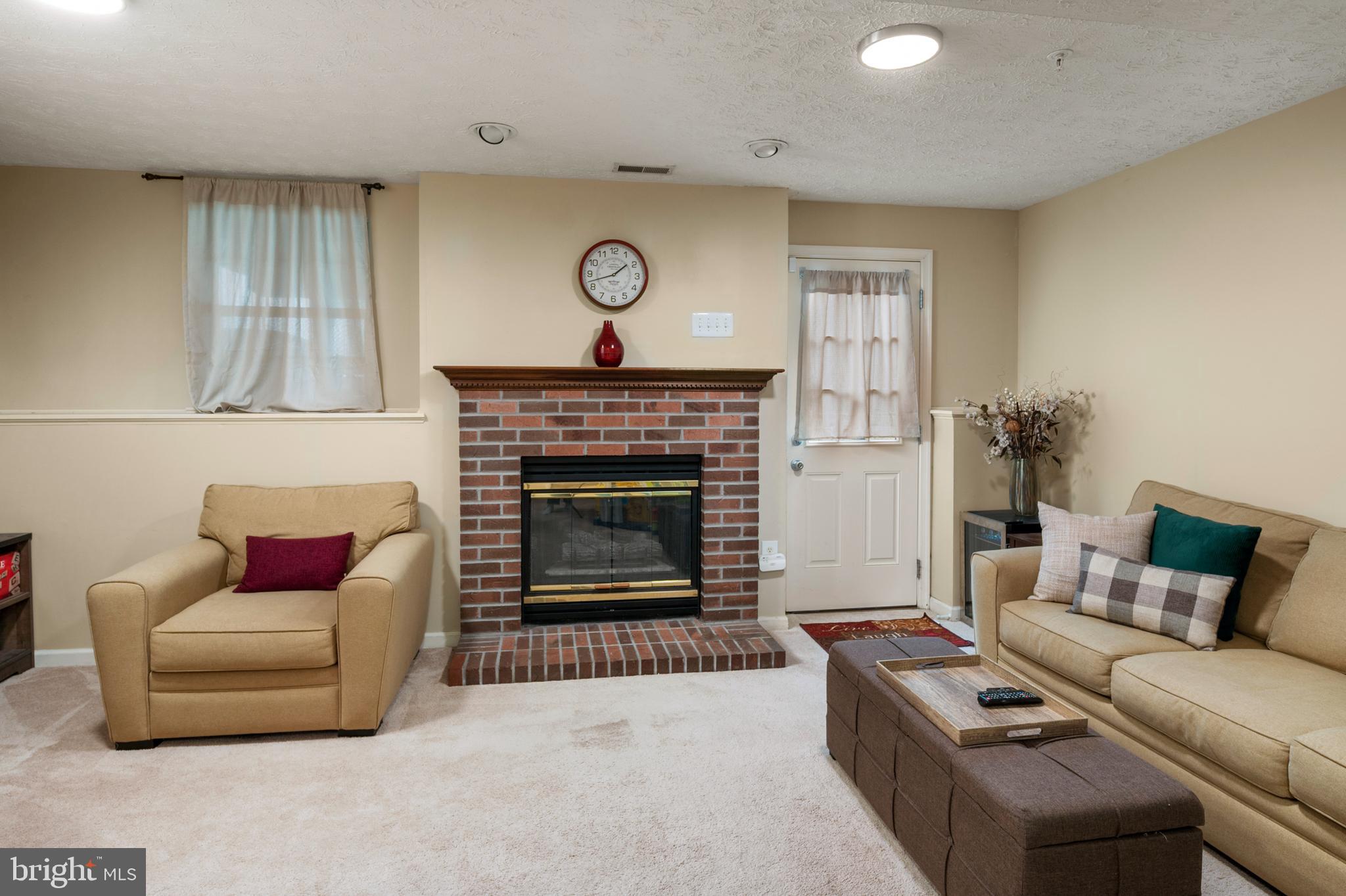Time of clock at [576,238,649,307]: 1:42
